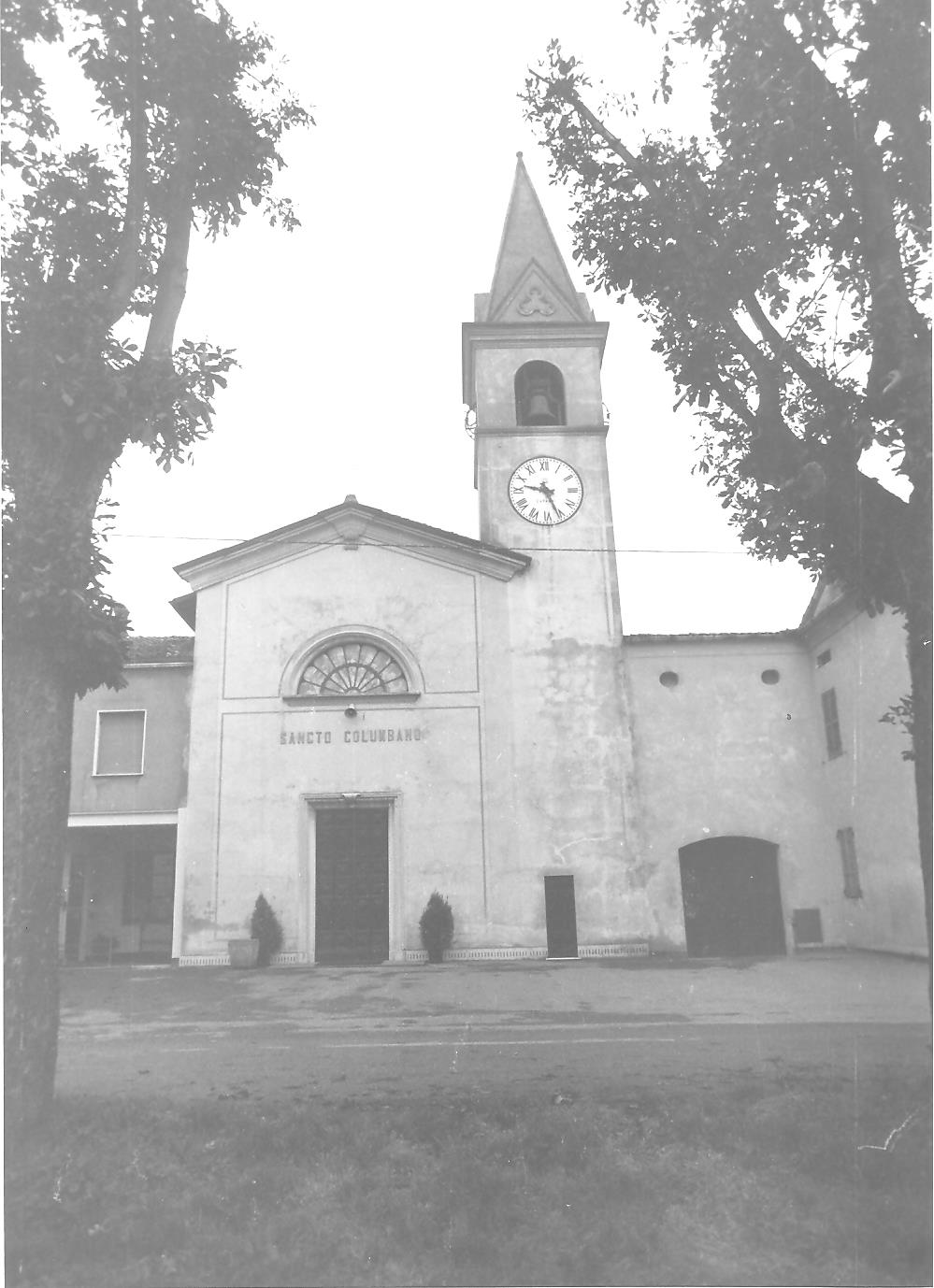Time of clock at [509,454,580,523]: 9:26
